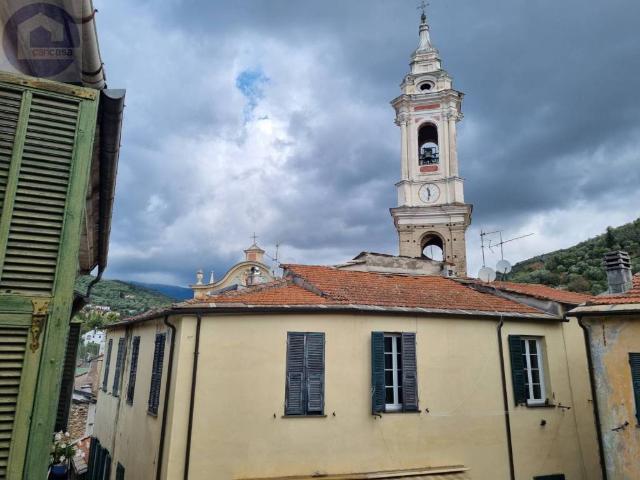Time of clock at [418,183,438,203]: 11:31
